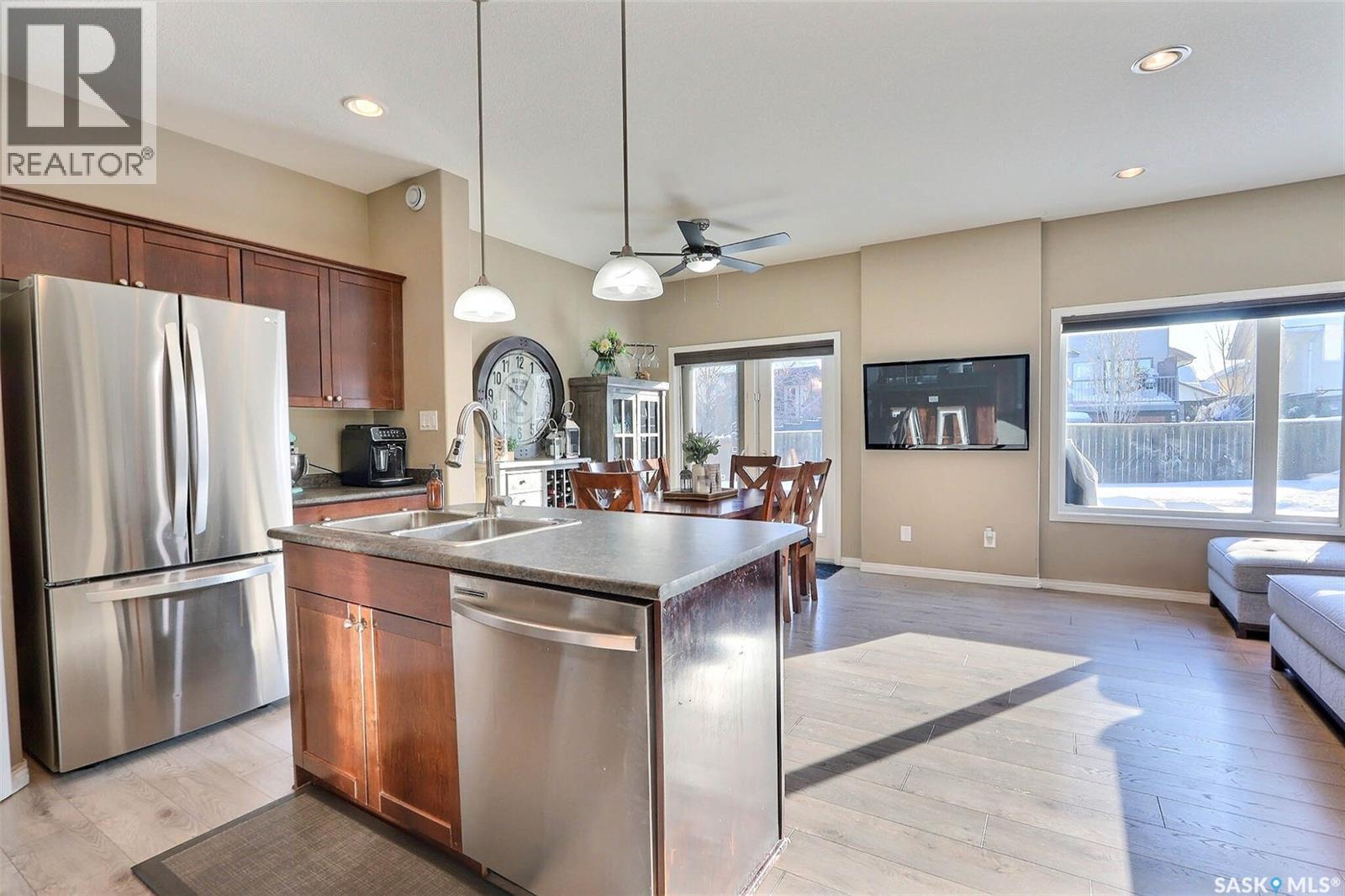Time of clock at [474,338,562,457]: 10:04
